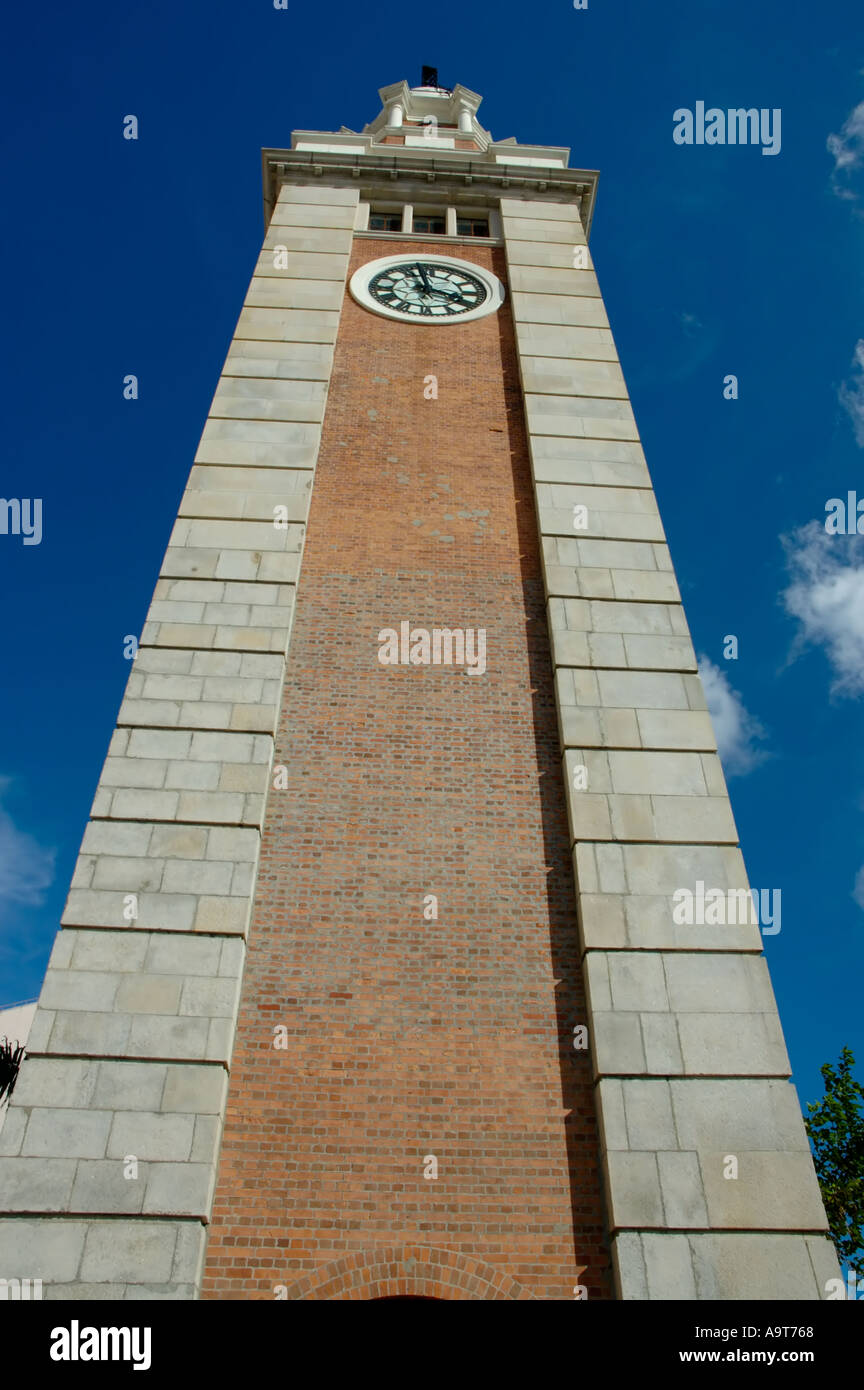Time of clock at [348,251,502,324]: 3:58
